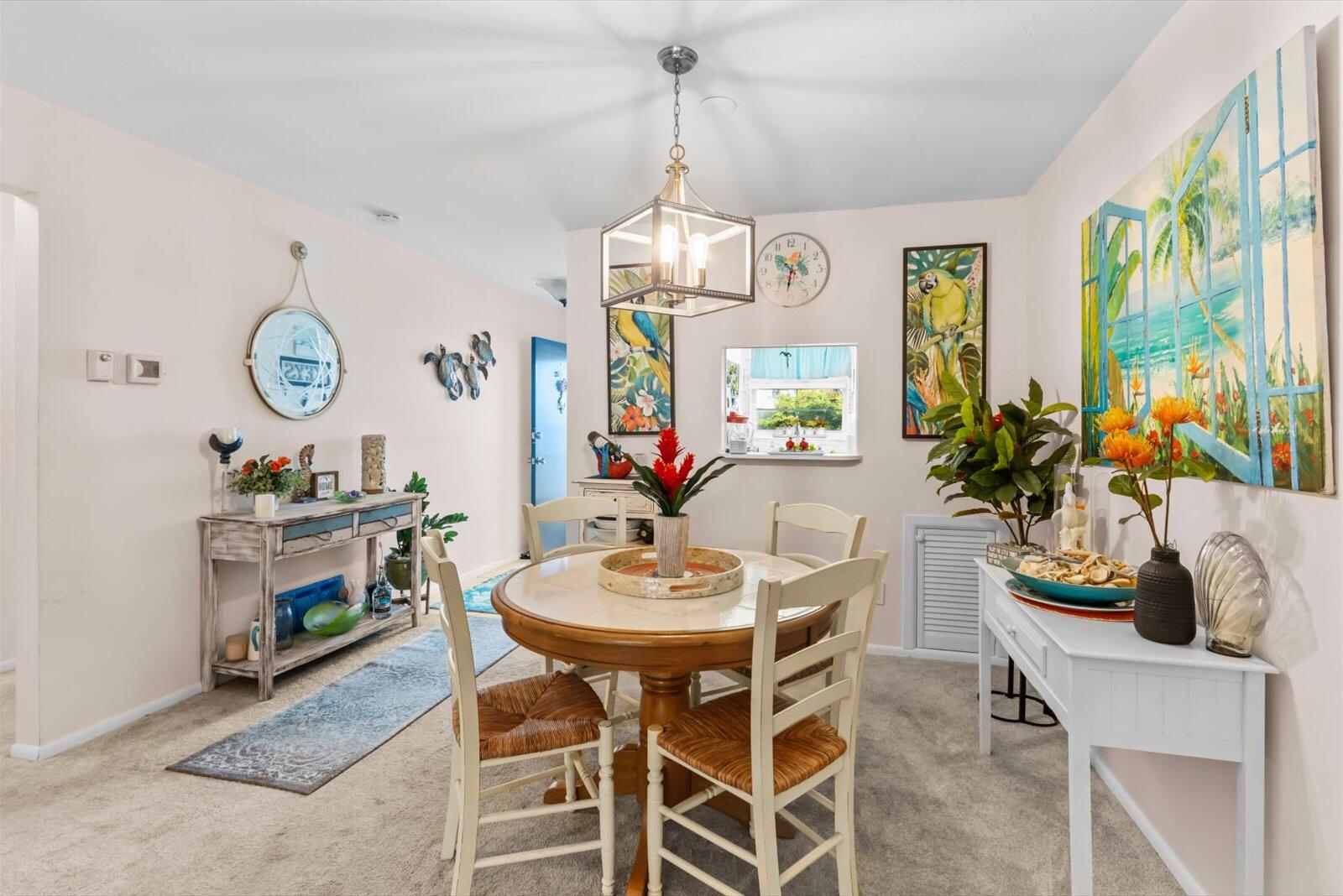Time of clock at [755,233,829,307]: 10:32
